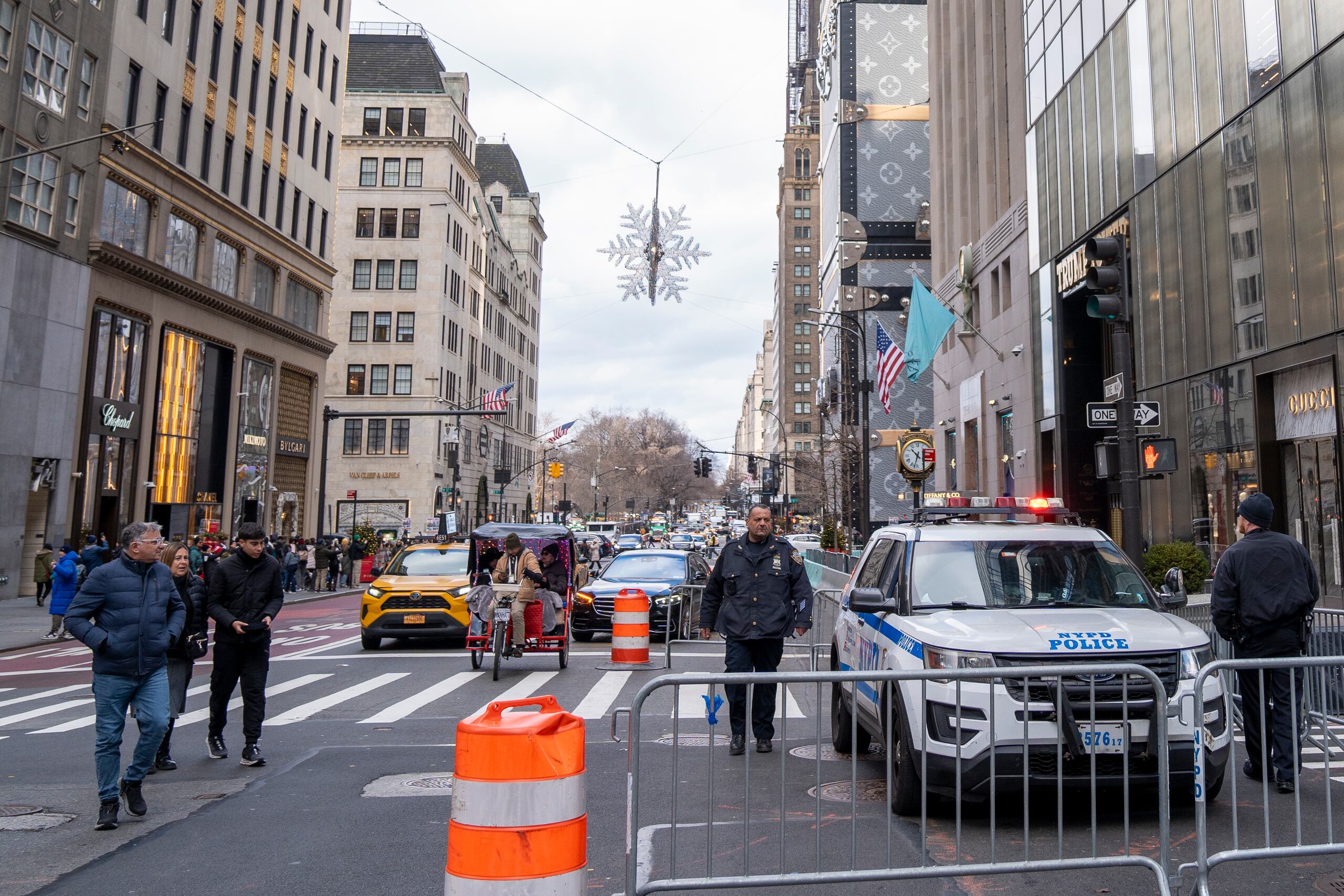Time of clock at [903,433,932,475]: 10:32
